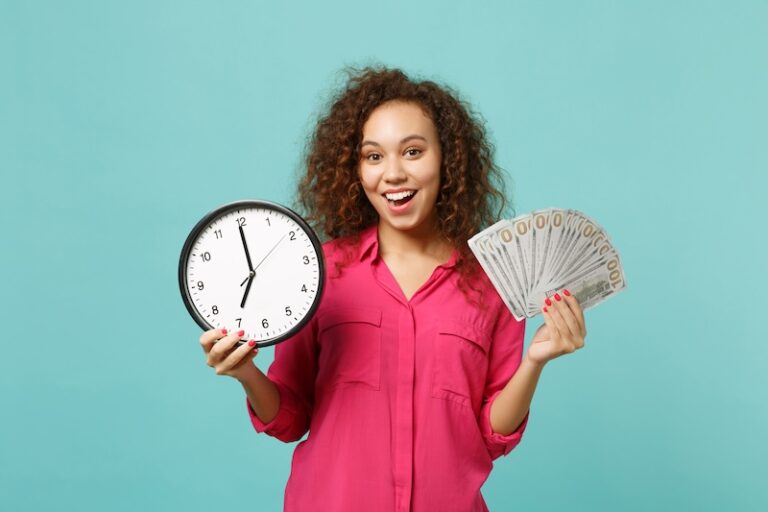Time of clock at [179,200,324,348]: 6:59
